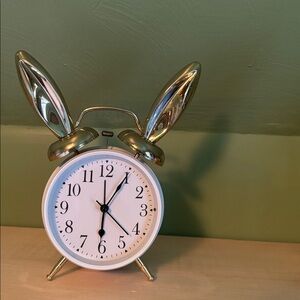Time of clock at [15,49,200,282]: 6:05
